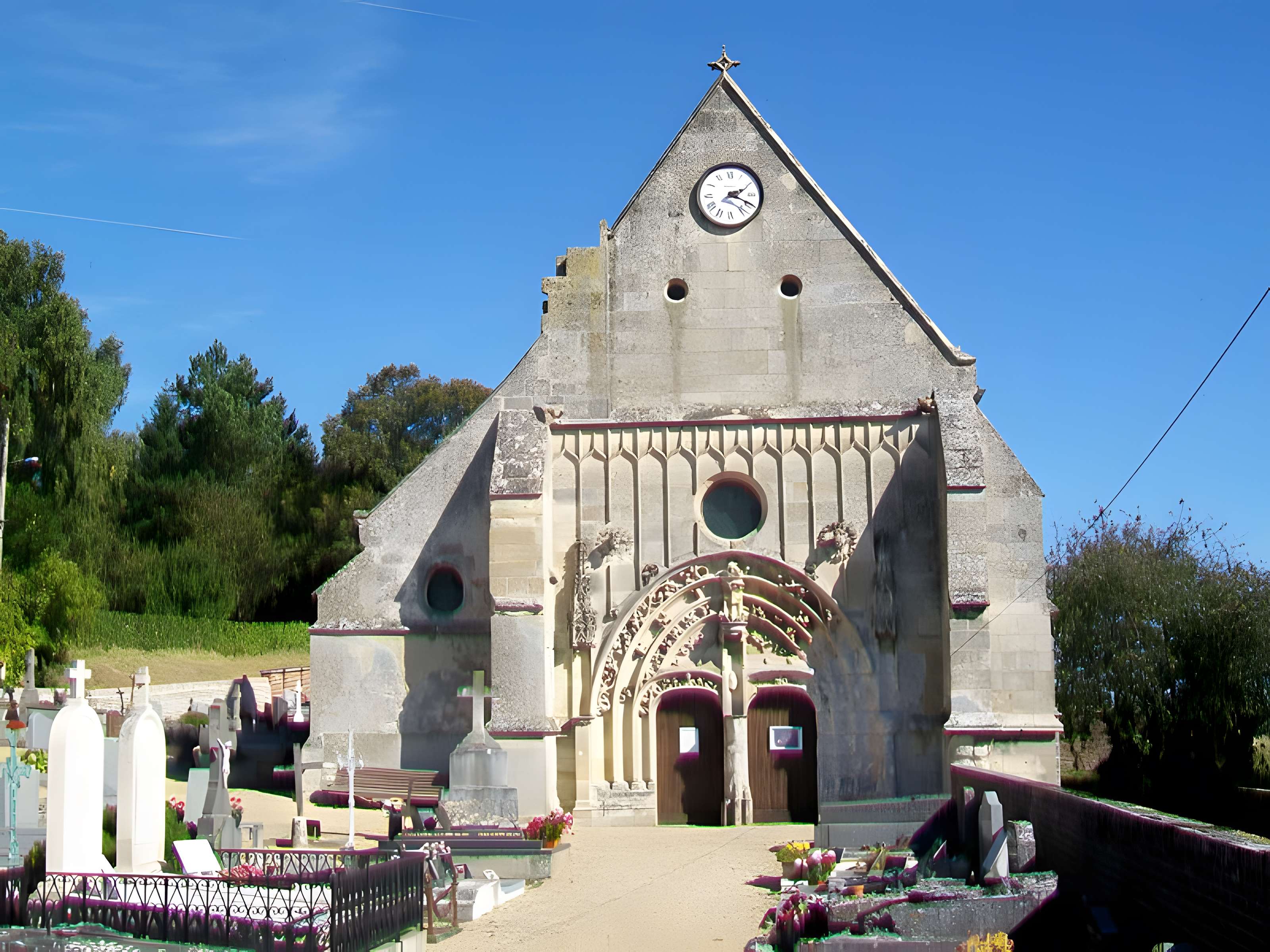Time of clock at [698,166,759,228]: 2:19
